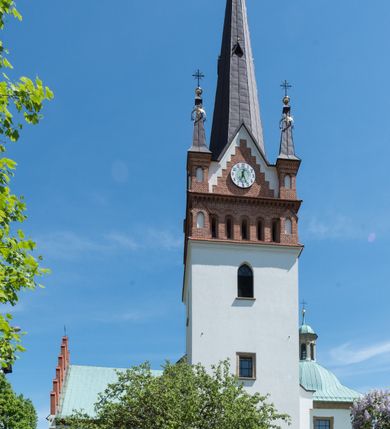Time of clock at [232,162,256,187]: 12:26
